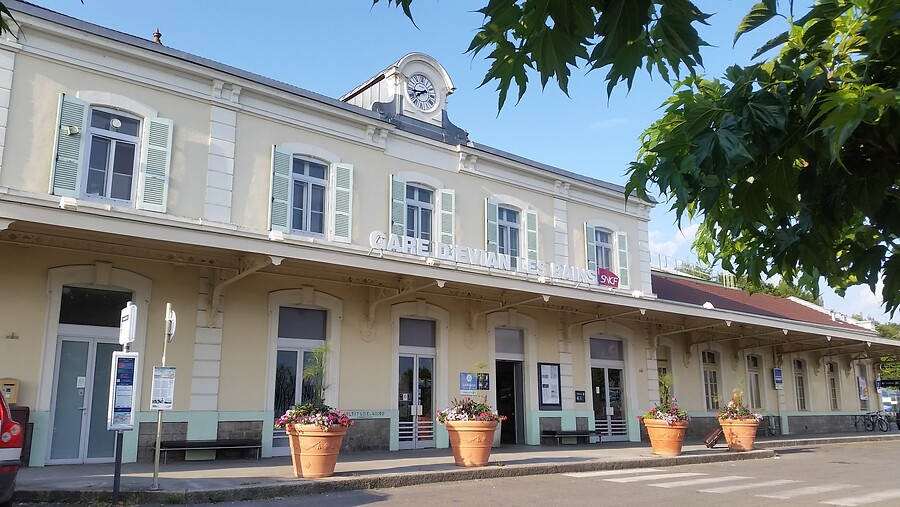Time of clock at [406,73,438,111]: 7:43
